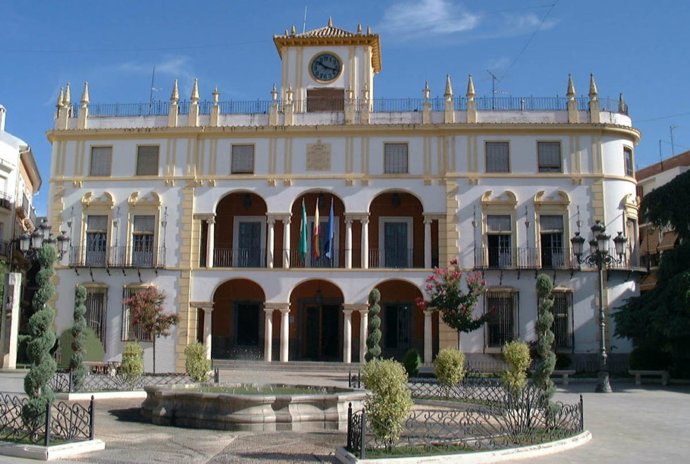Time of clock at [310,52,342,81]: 10:17
